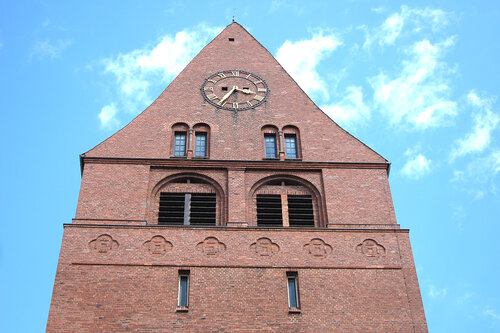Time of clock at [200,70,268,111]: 3:35
